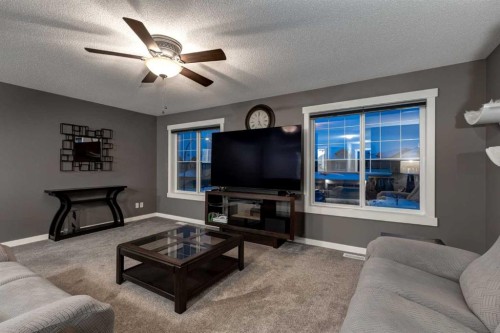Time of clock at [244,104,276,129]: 4:59
